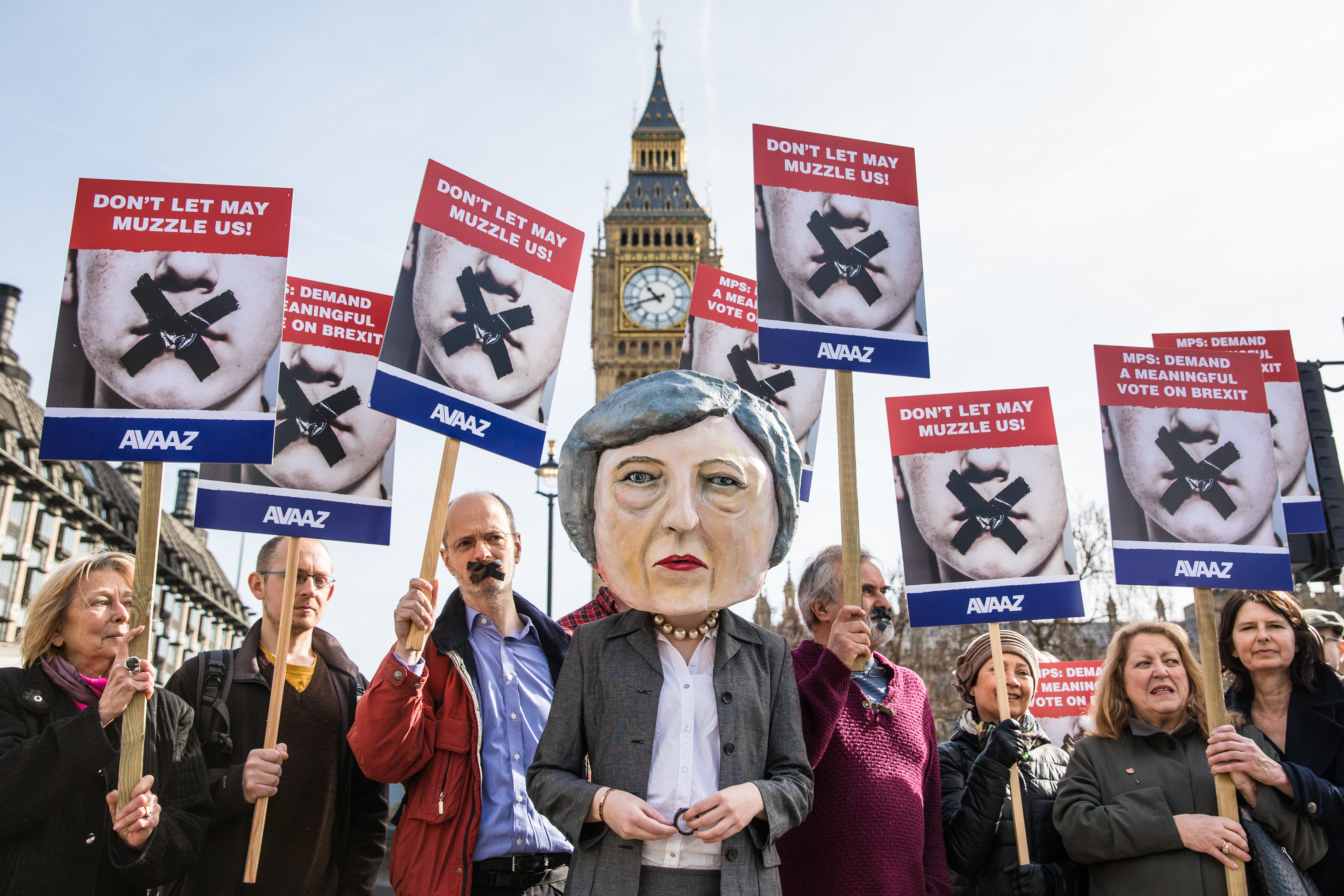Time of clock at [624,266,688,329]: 10:42
